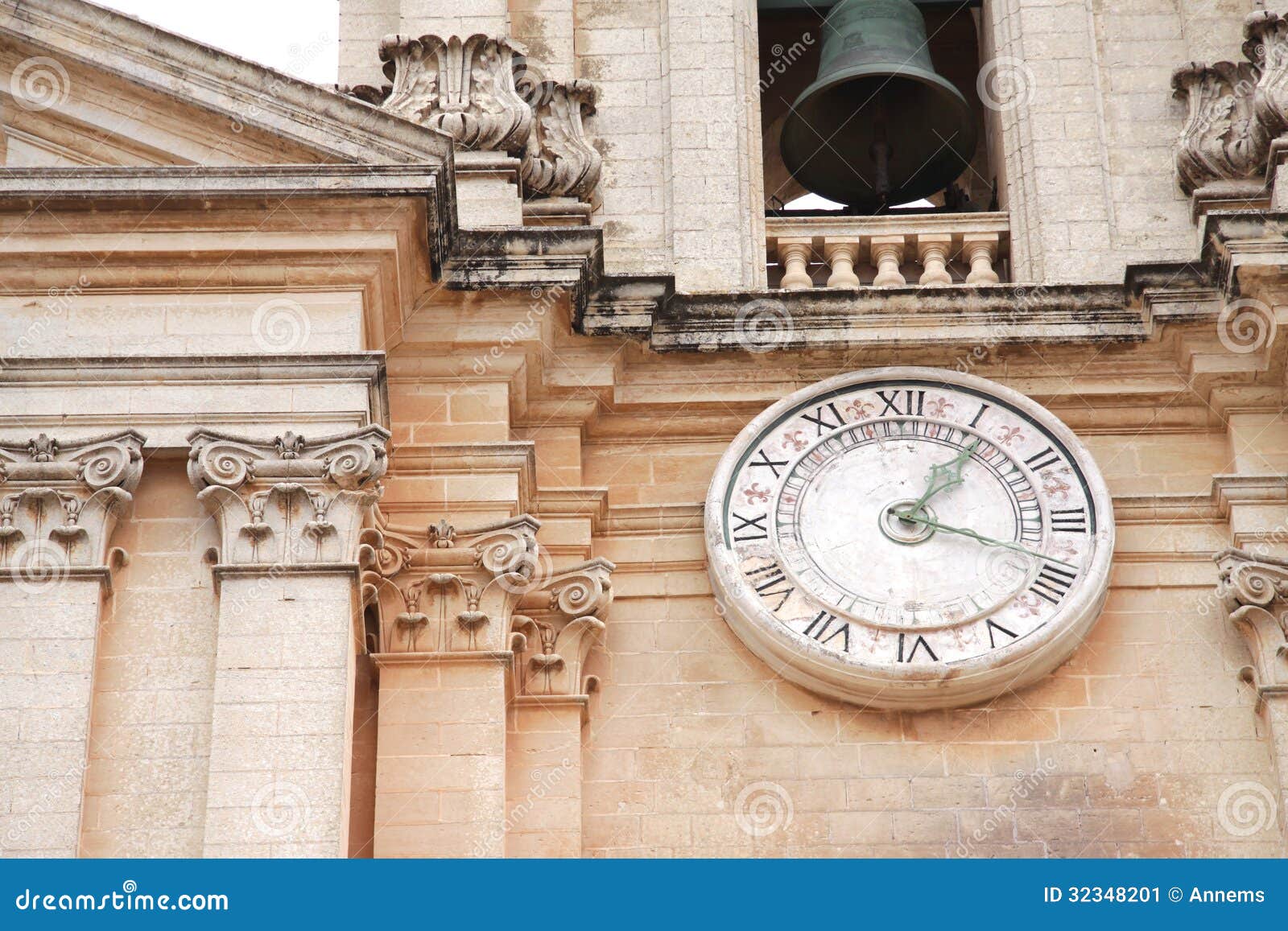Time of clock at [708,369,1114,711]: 1:18
